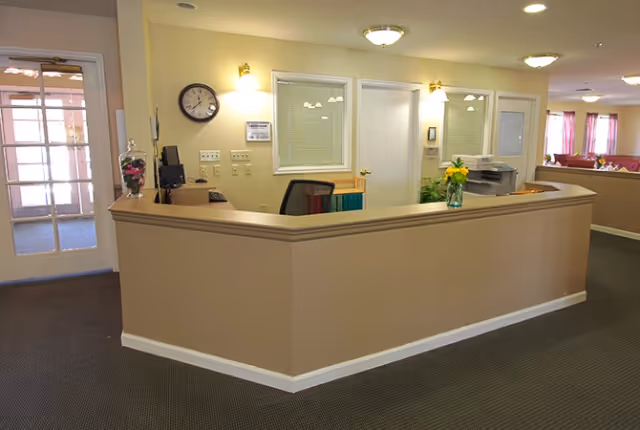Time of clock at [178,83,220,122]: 11:37
